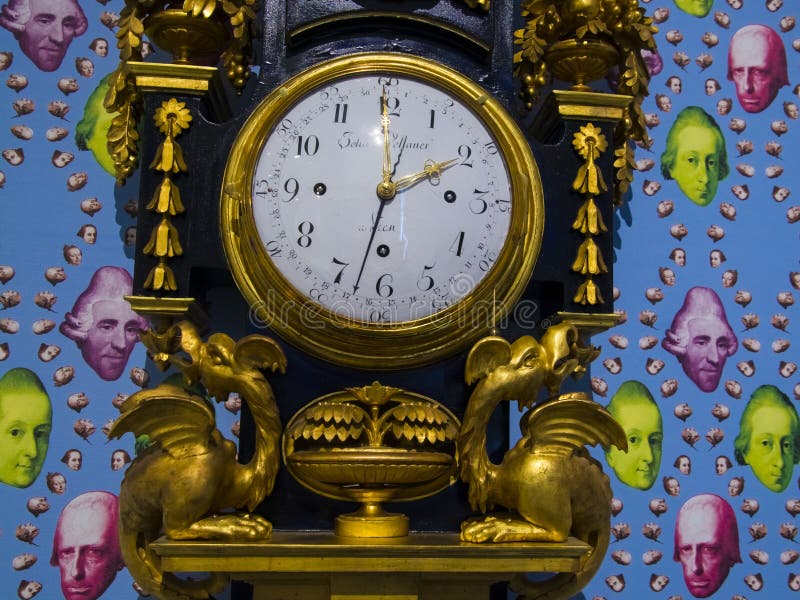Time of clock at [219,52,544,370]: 1:59
